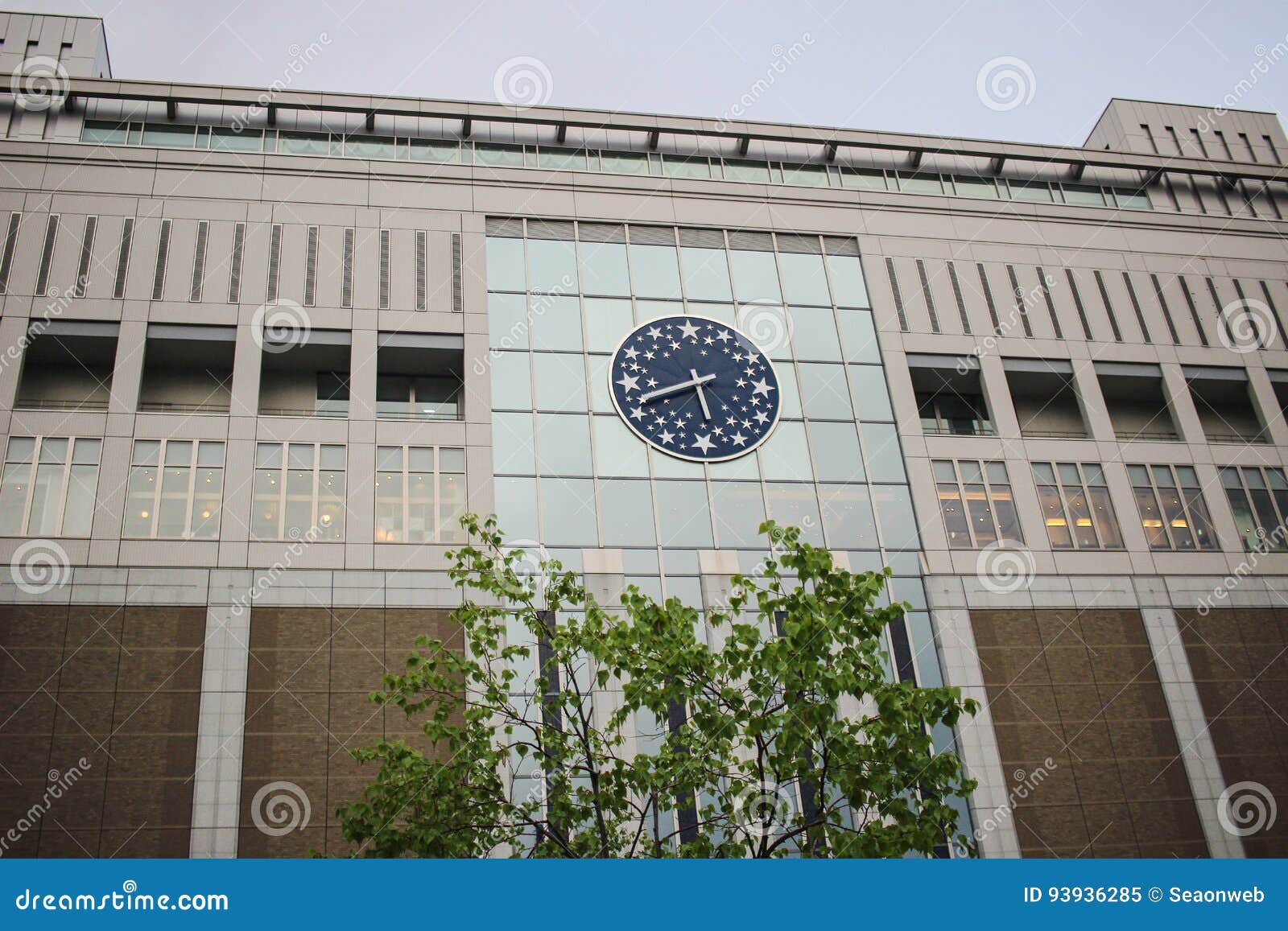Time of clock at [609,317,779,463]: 5:41
